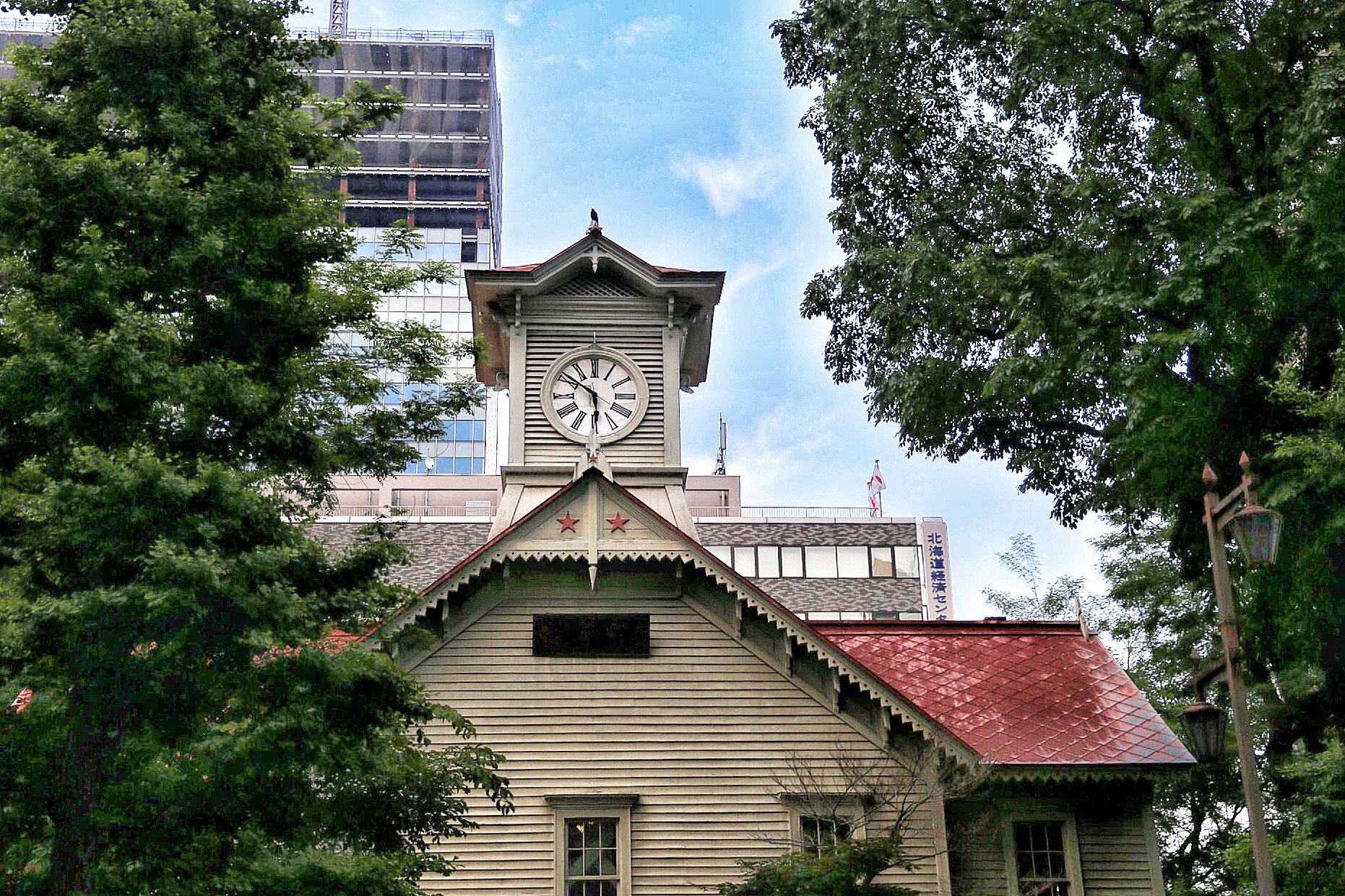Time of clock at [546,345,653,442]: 5:51
